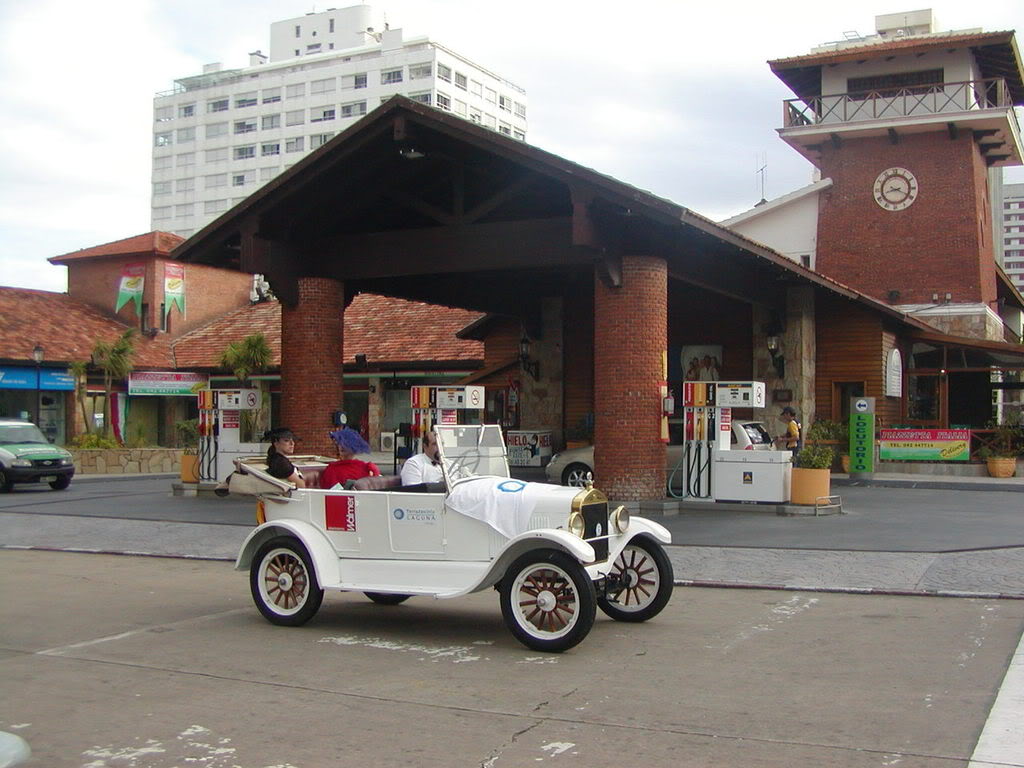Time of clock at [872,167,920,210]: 8:19
